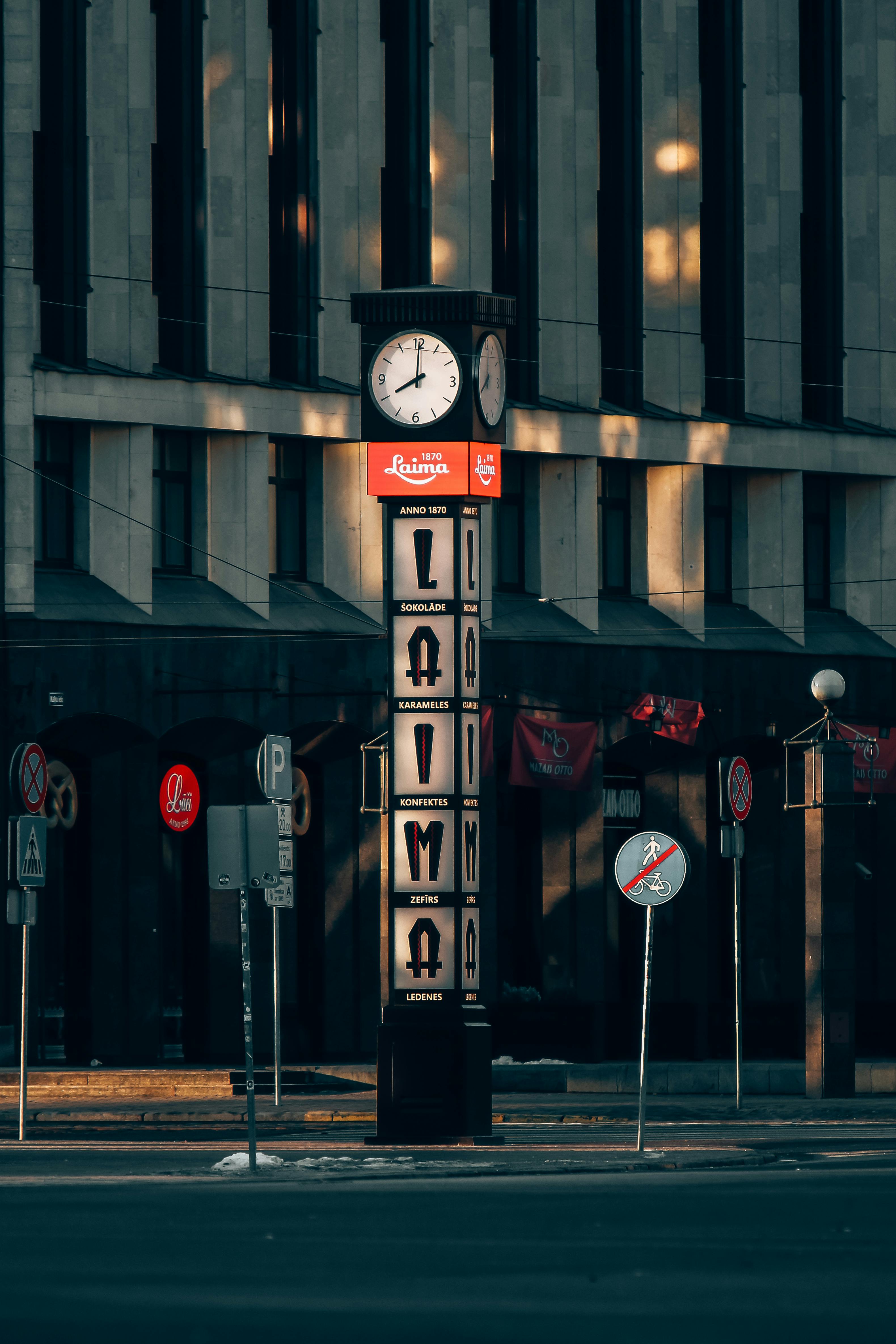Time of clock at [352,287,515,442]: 8:00
